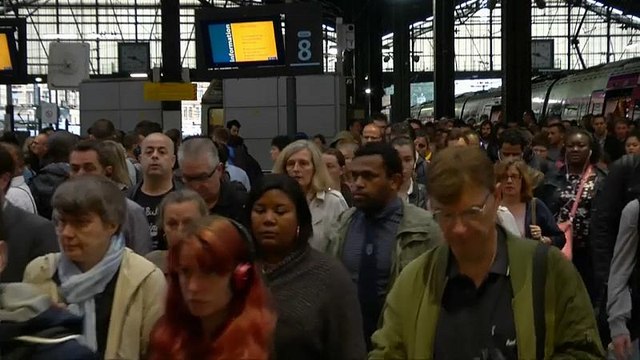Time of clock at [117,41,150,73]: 9:20
